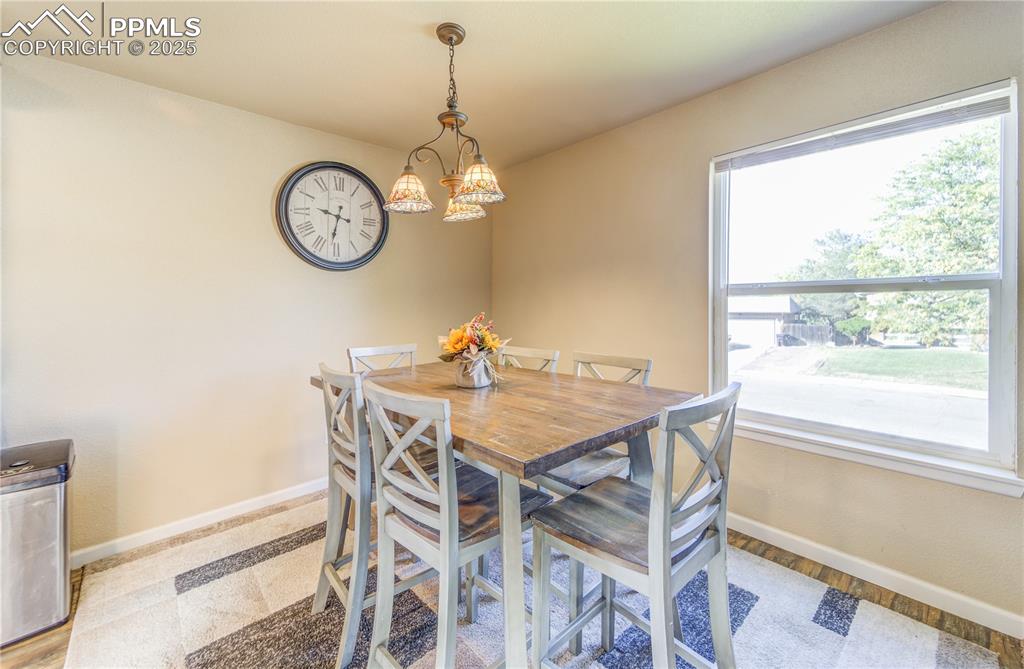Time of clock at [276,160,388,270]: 9:31
